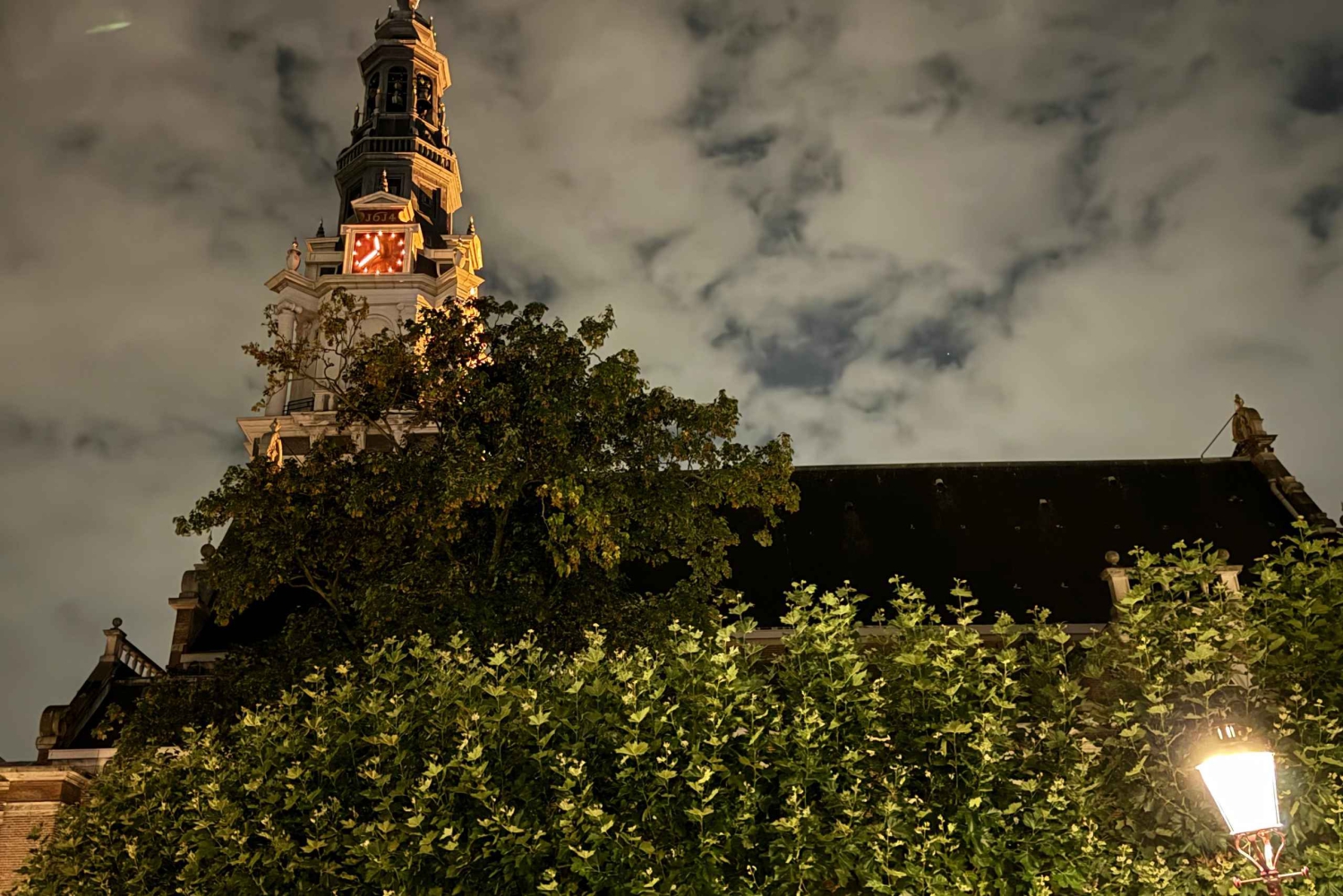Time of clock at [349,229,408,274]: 11:37
